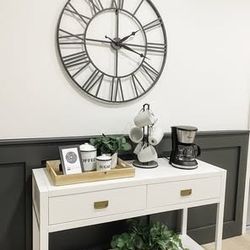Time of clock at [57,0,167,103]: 2:00
